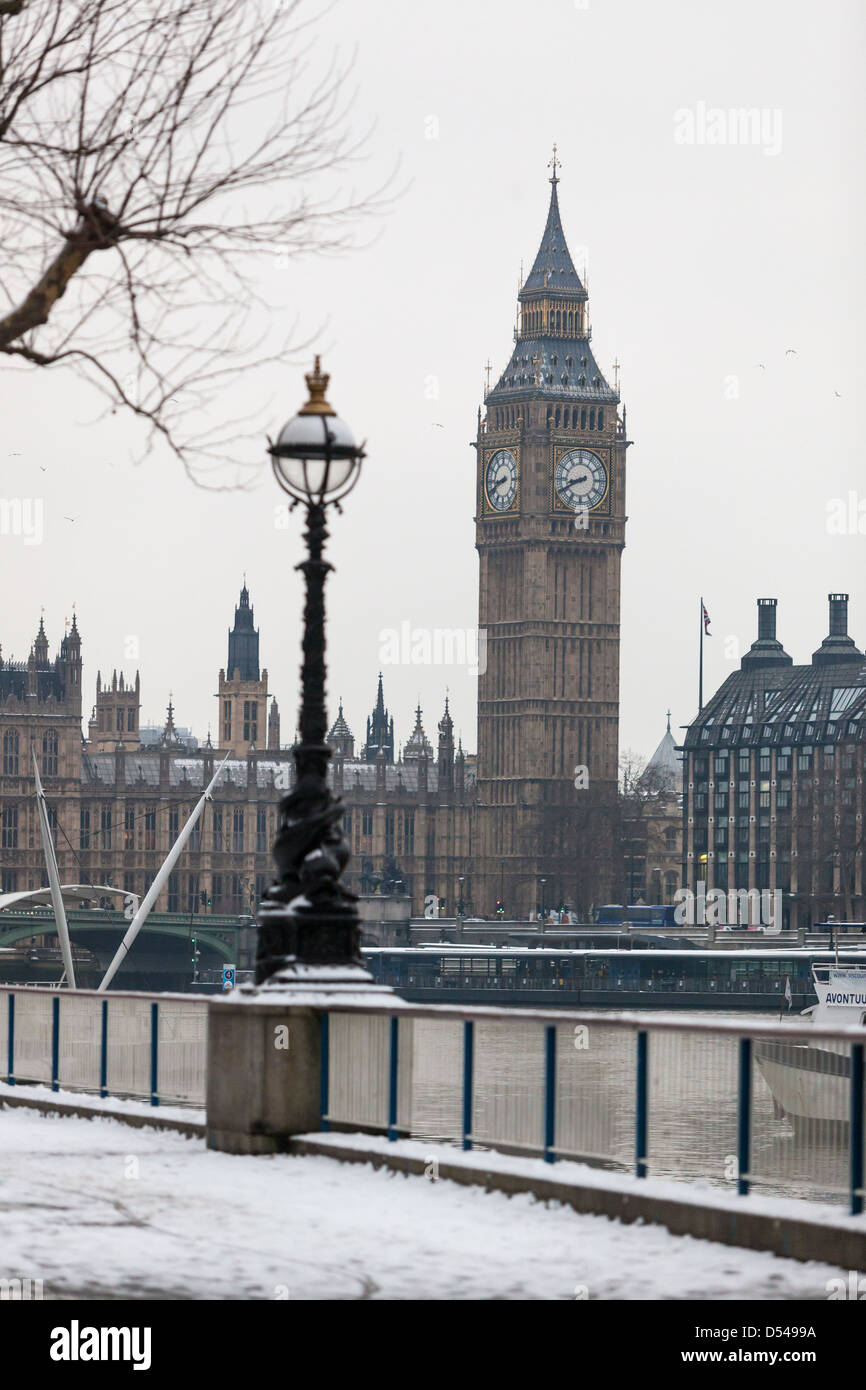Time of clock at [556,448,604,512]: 8:40
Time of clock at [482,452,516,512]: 8:41
